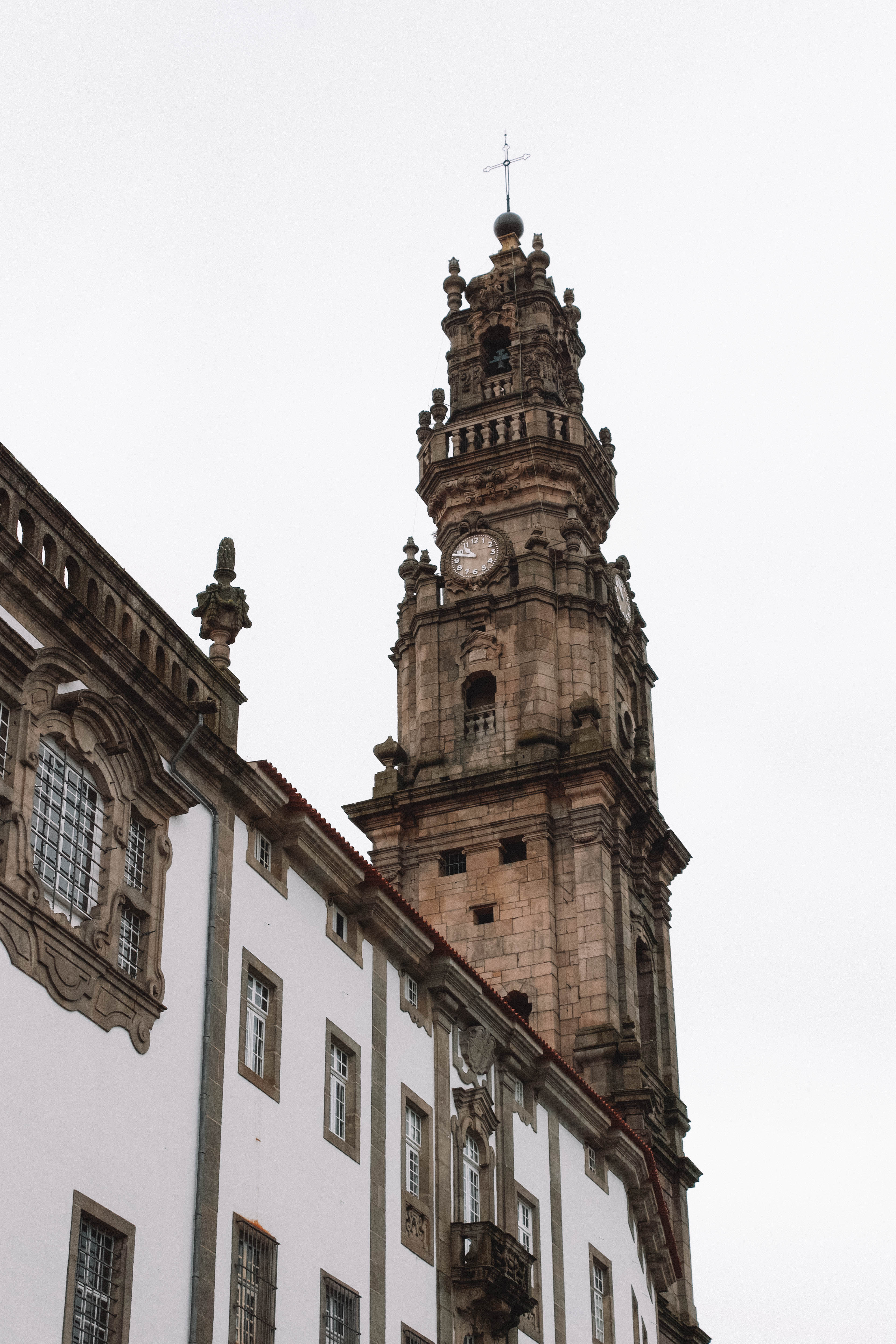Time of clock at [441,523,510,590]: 10:47
